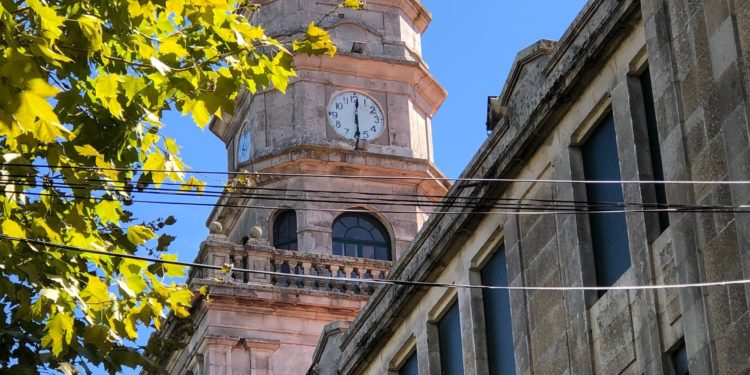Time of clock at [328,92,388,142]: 6:01
